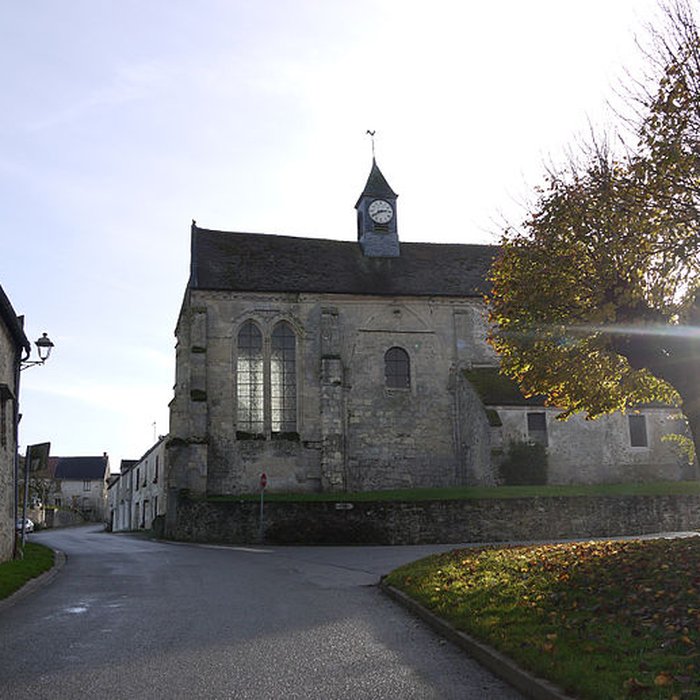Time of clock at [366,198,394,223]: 2:40
